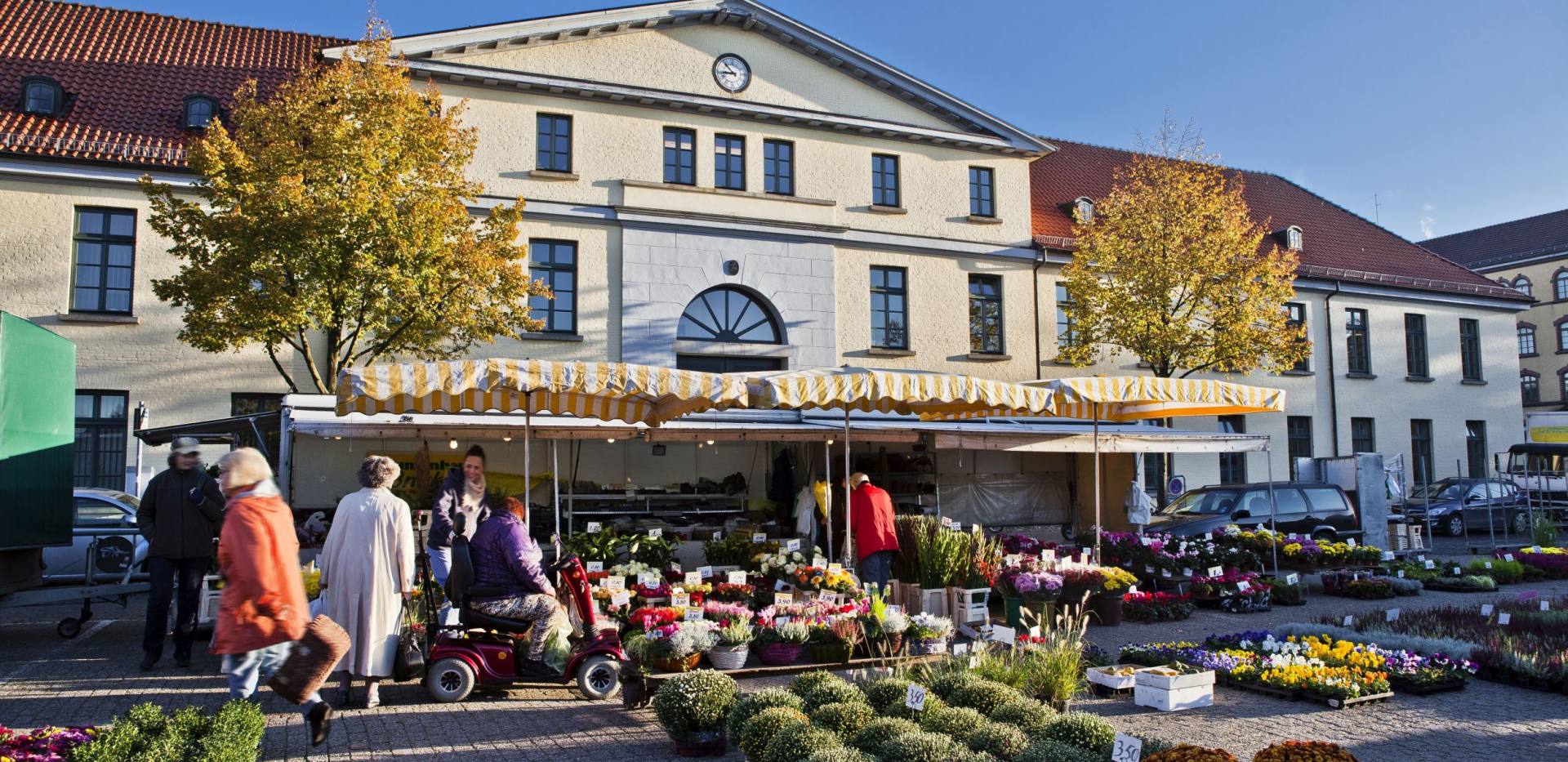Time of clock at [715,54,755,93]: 8:53
